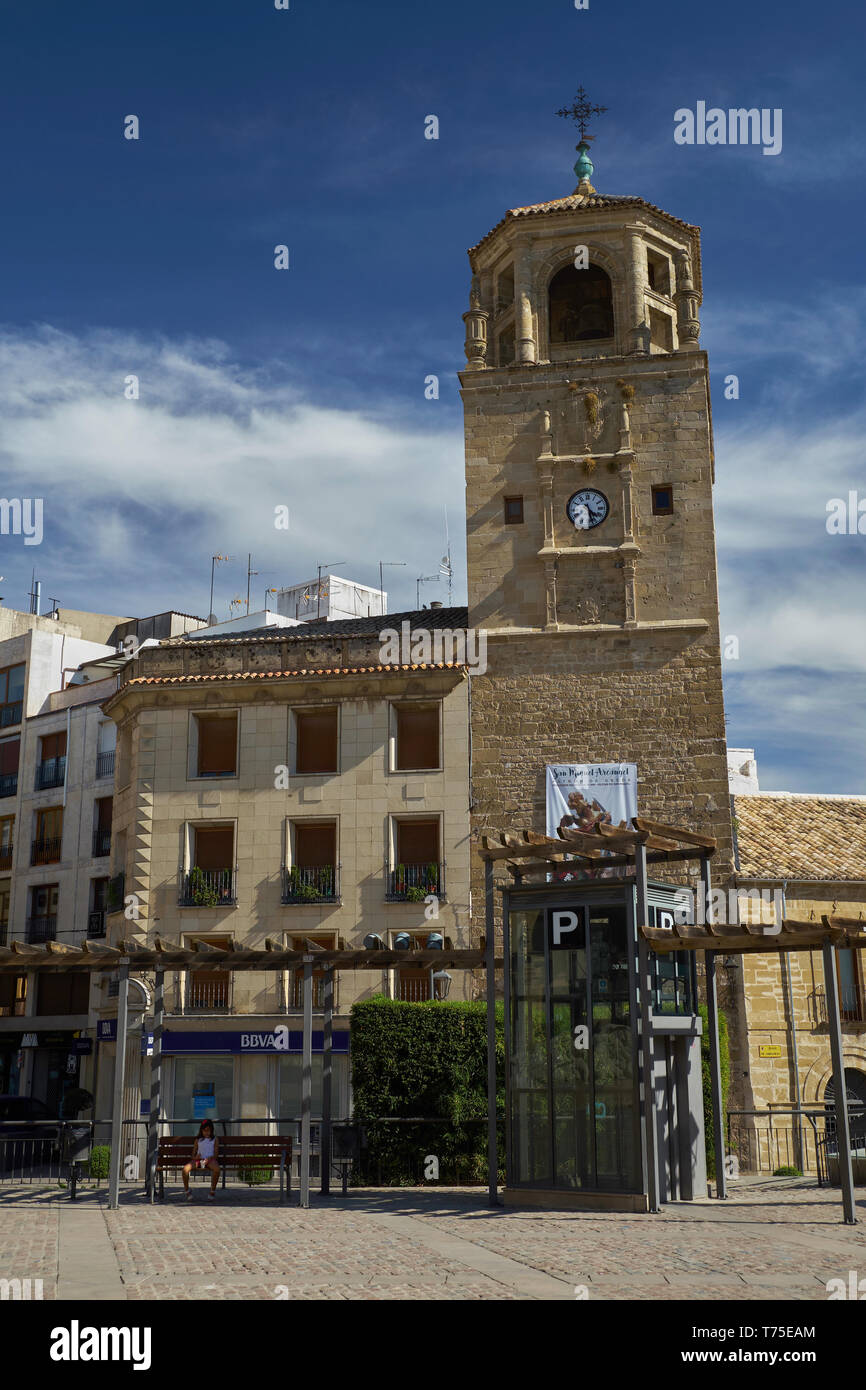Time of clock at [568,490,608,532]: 4:27
